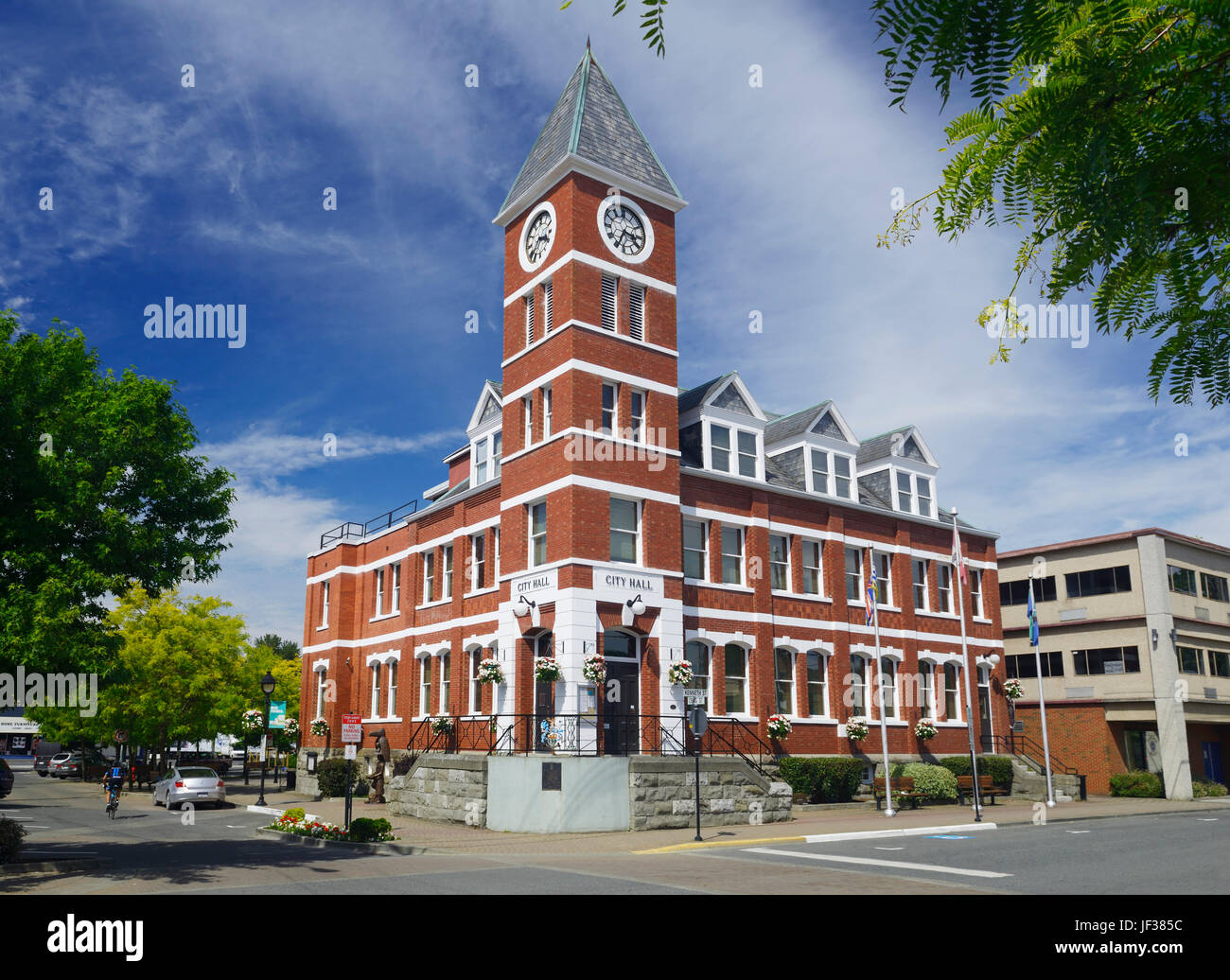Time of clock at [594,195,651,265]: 3:34
